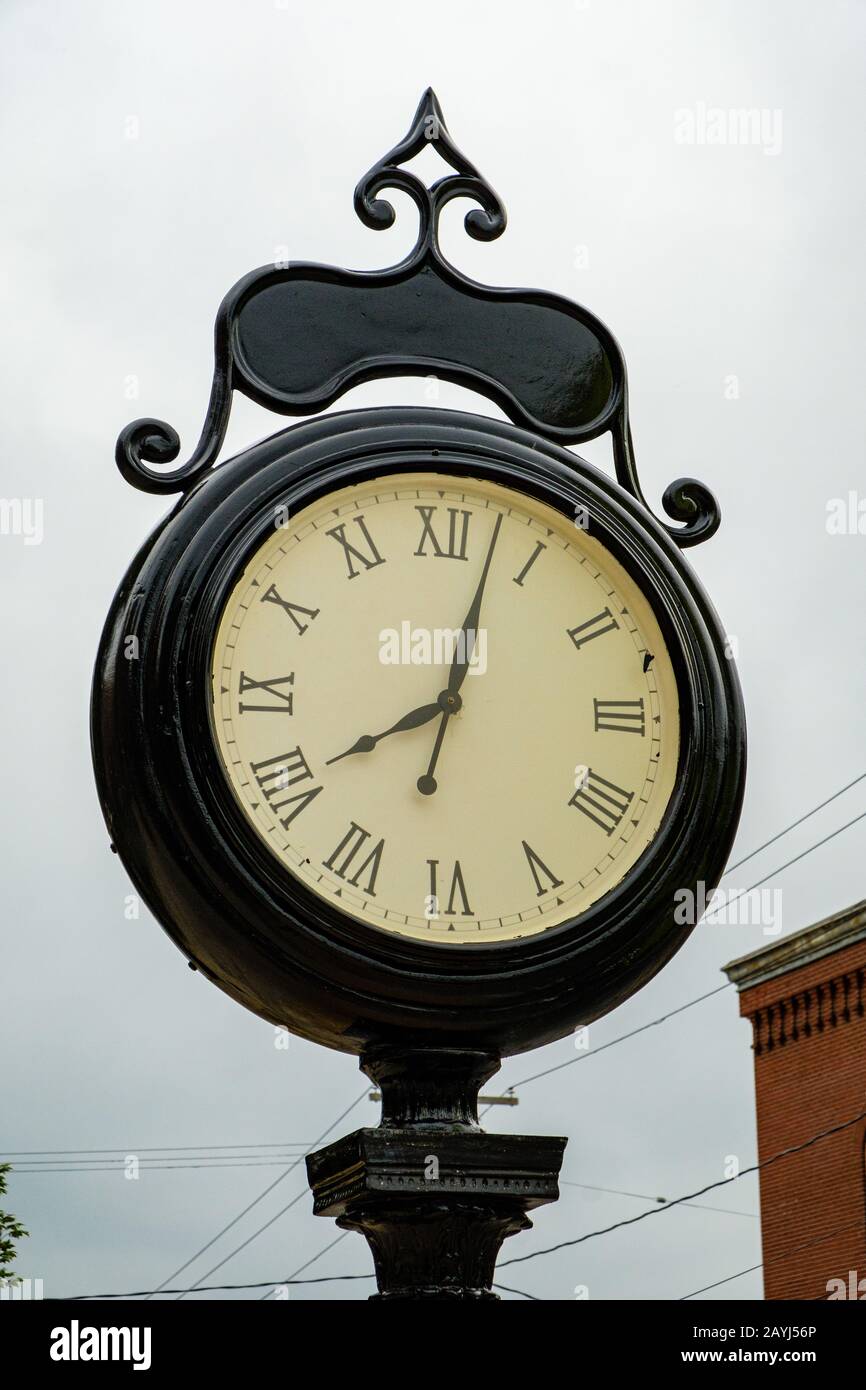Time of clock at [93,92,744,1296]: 8:02
